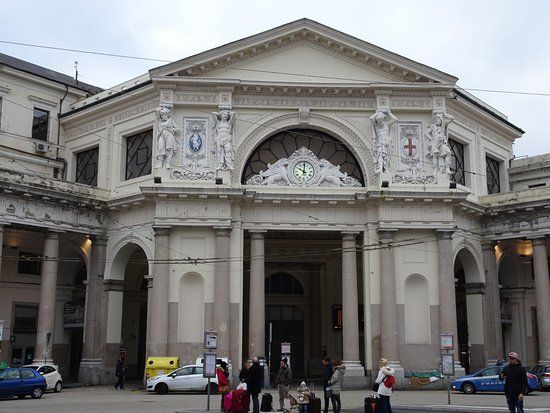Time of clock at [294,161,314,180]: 10:00
